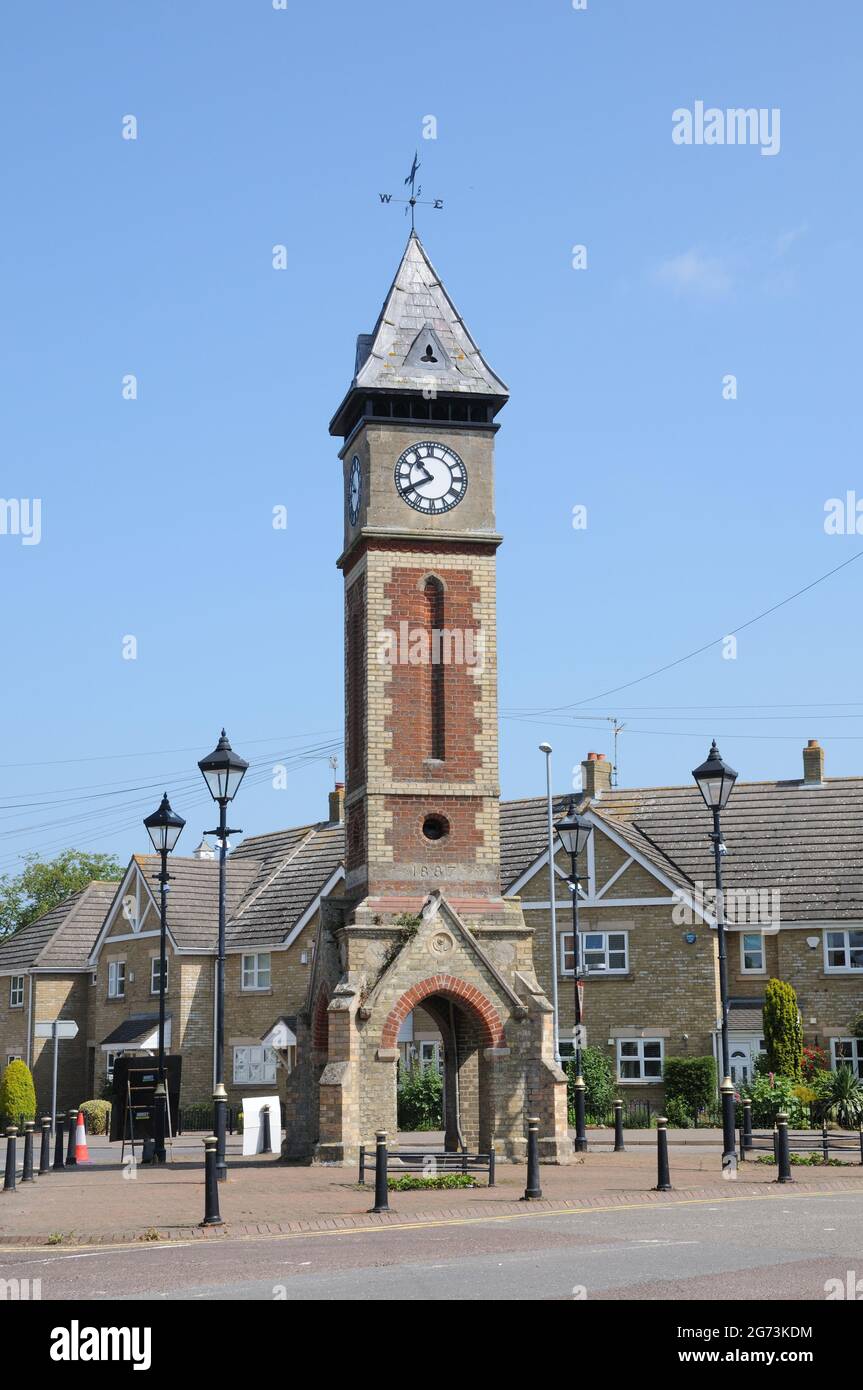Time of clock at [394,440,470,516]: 10:40
